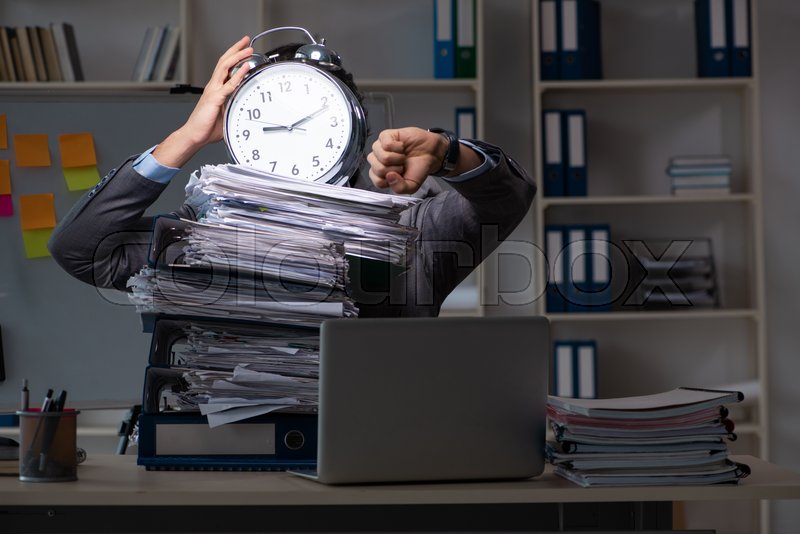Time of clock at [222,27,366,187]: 9:11
